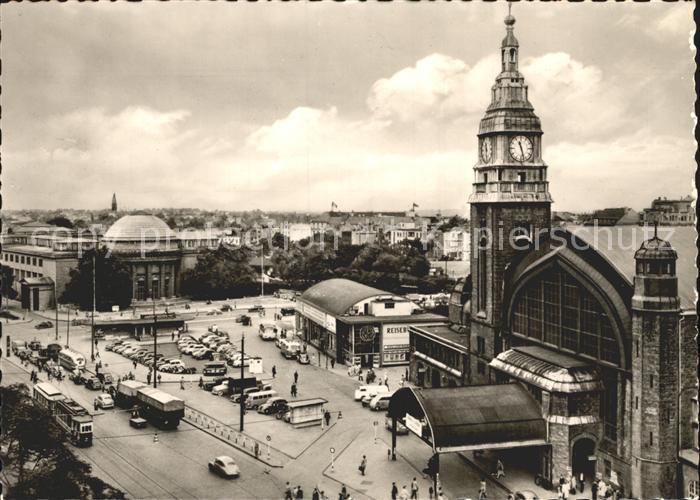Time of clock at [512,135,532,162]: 11:27
